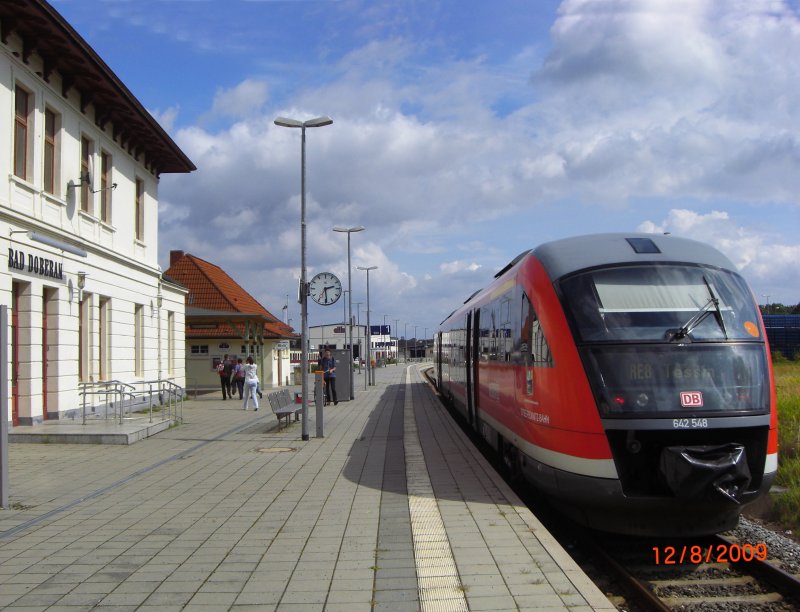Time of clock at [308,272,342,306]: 2:29
